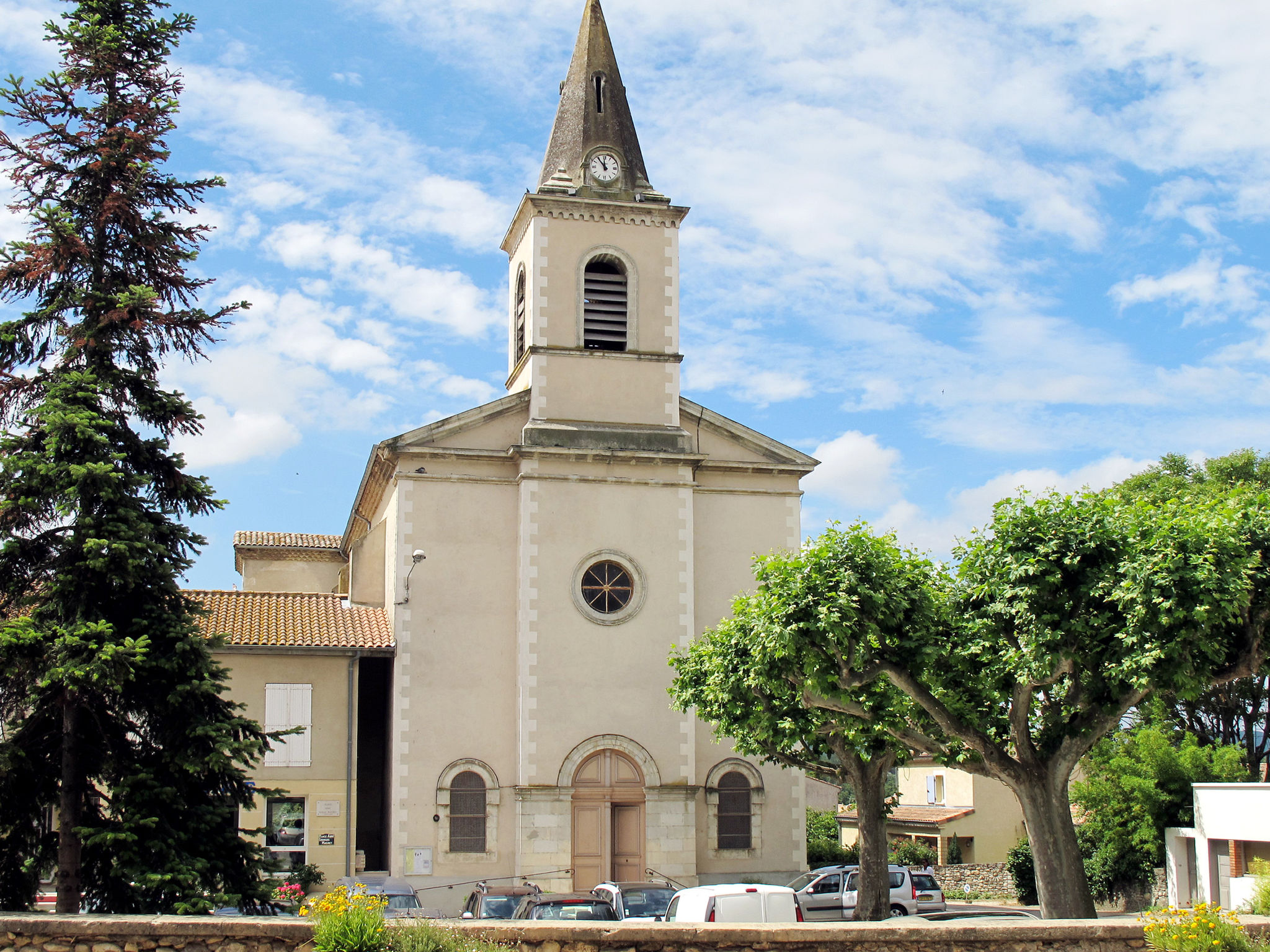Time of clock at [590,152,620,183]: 11:53
